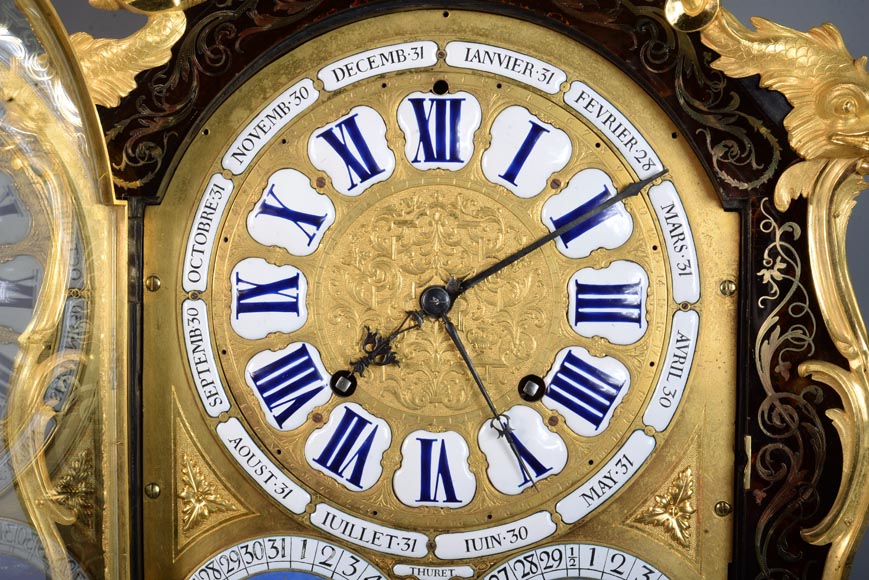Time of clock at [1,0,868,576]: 7:09
